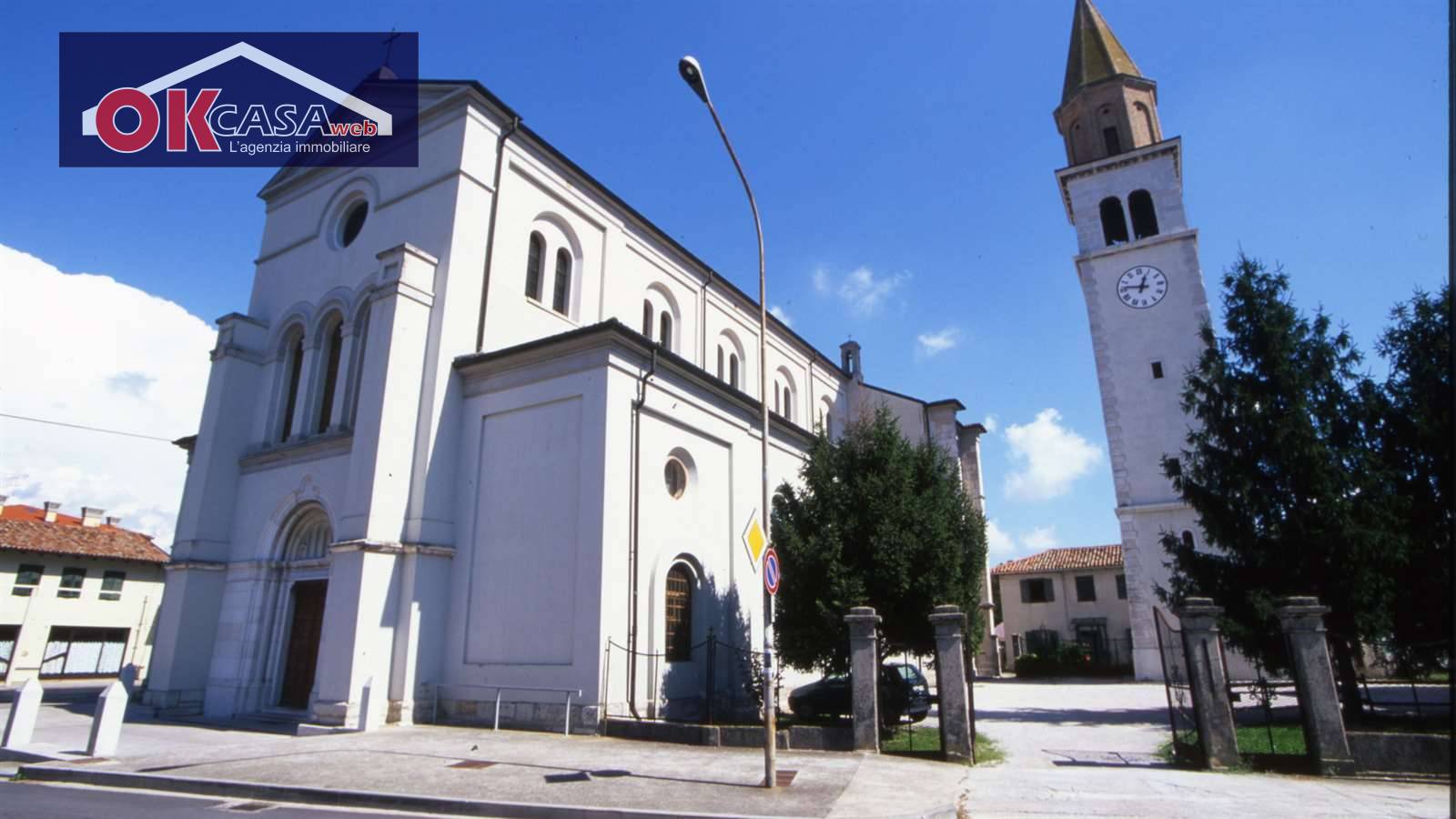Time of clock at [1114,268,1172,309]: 12:46
